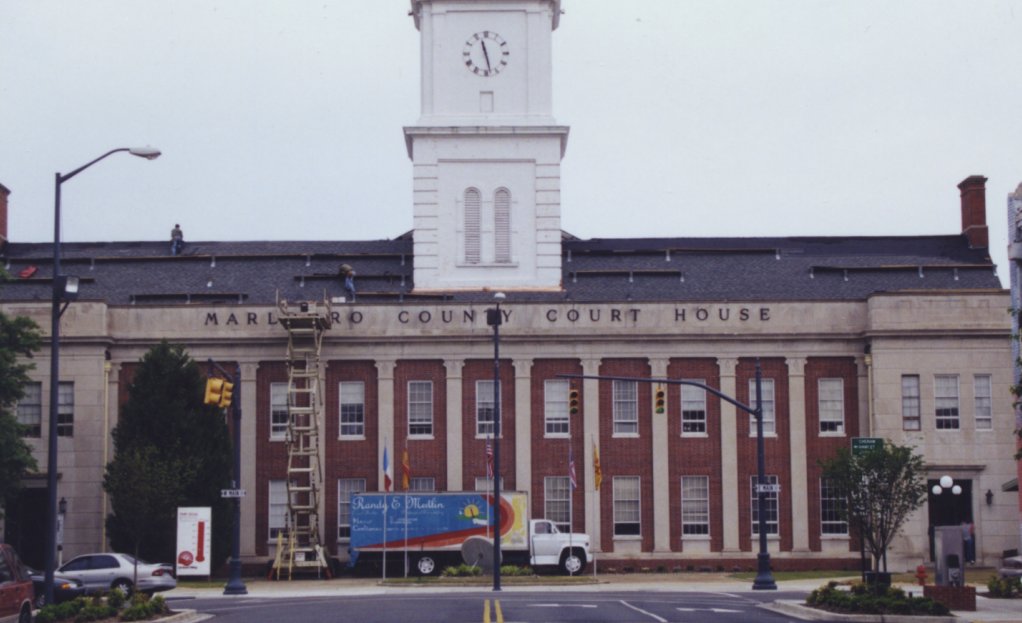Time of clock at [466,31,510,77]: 11:28
